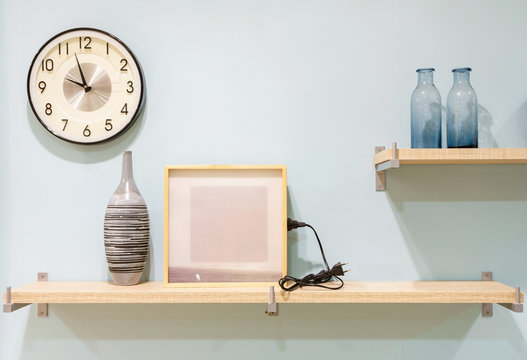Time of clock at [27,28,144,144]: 9:57
